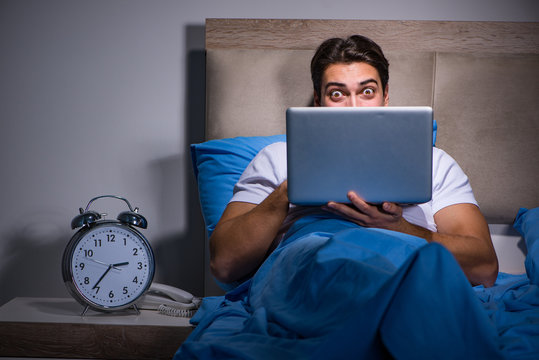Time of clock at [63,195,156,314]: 2:36
